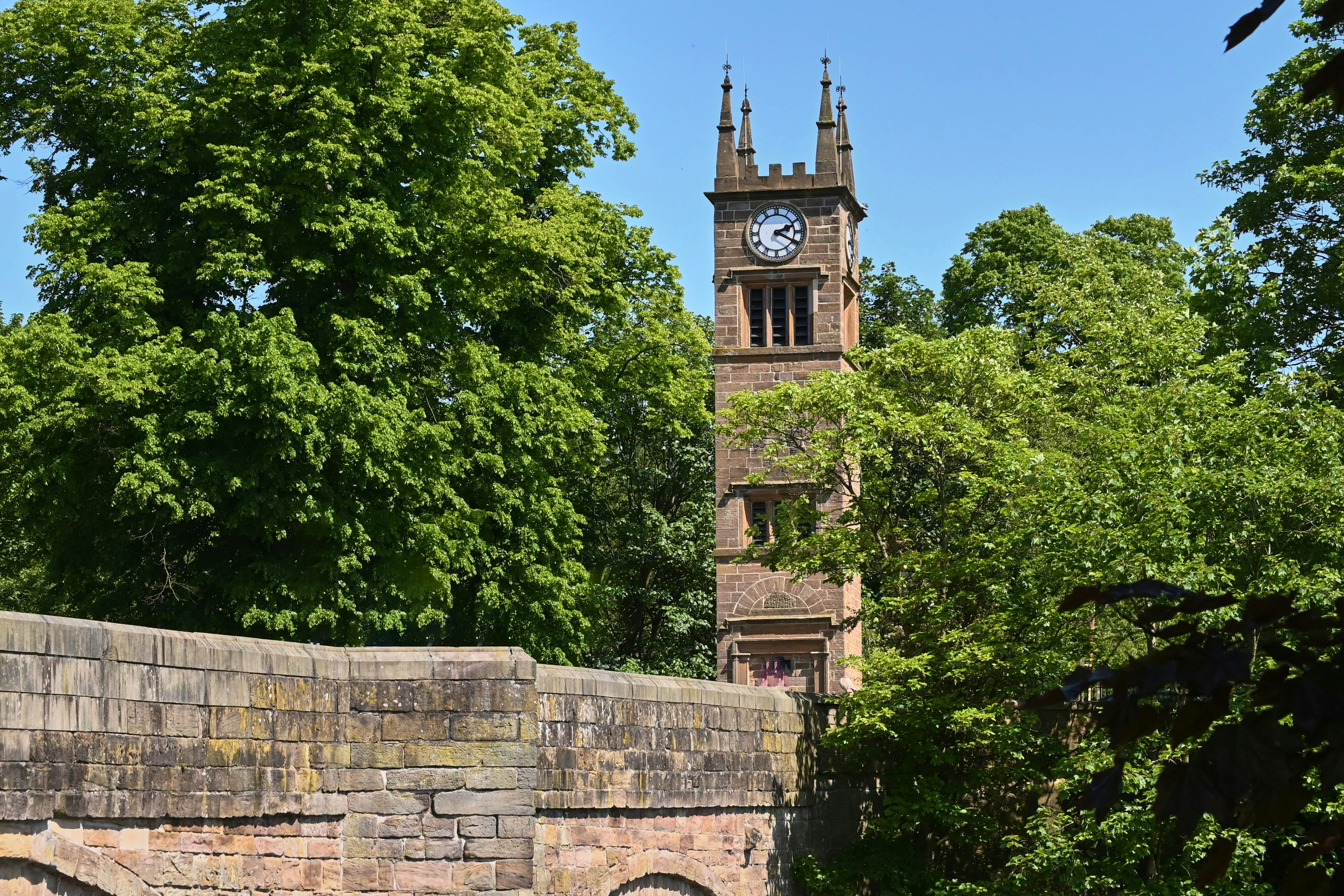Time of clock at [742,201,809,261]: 2:19
